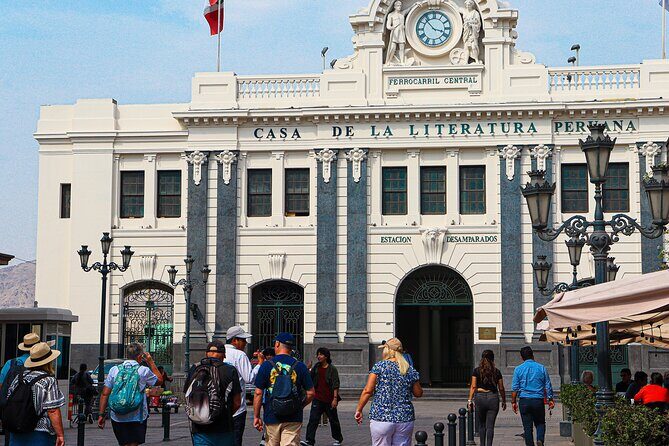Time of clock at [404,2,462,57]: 3:53
